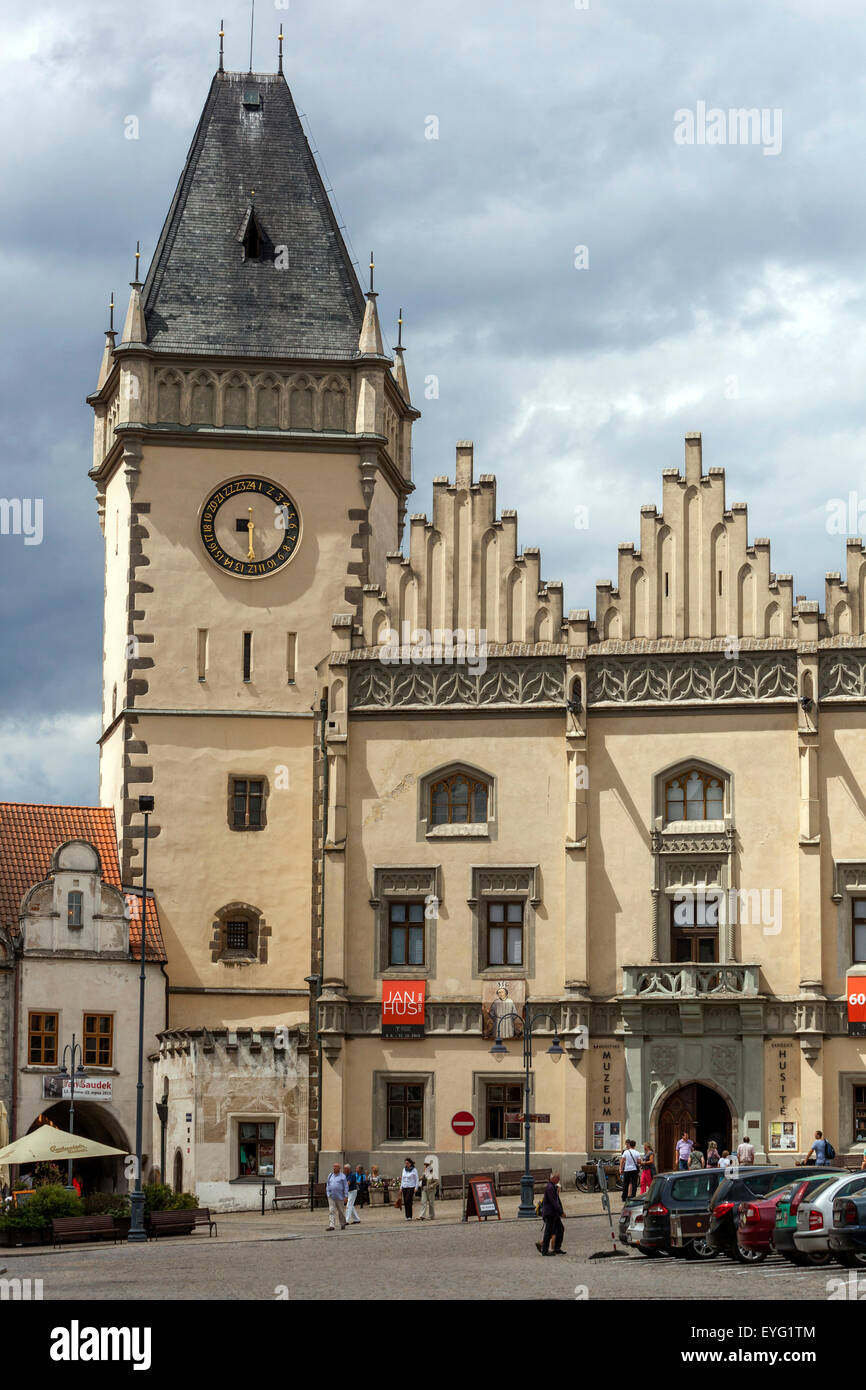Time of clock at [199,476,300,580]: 8:29
